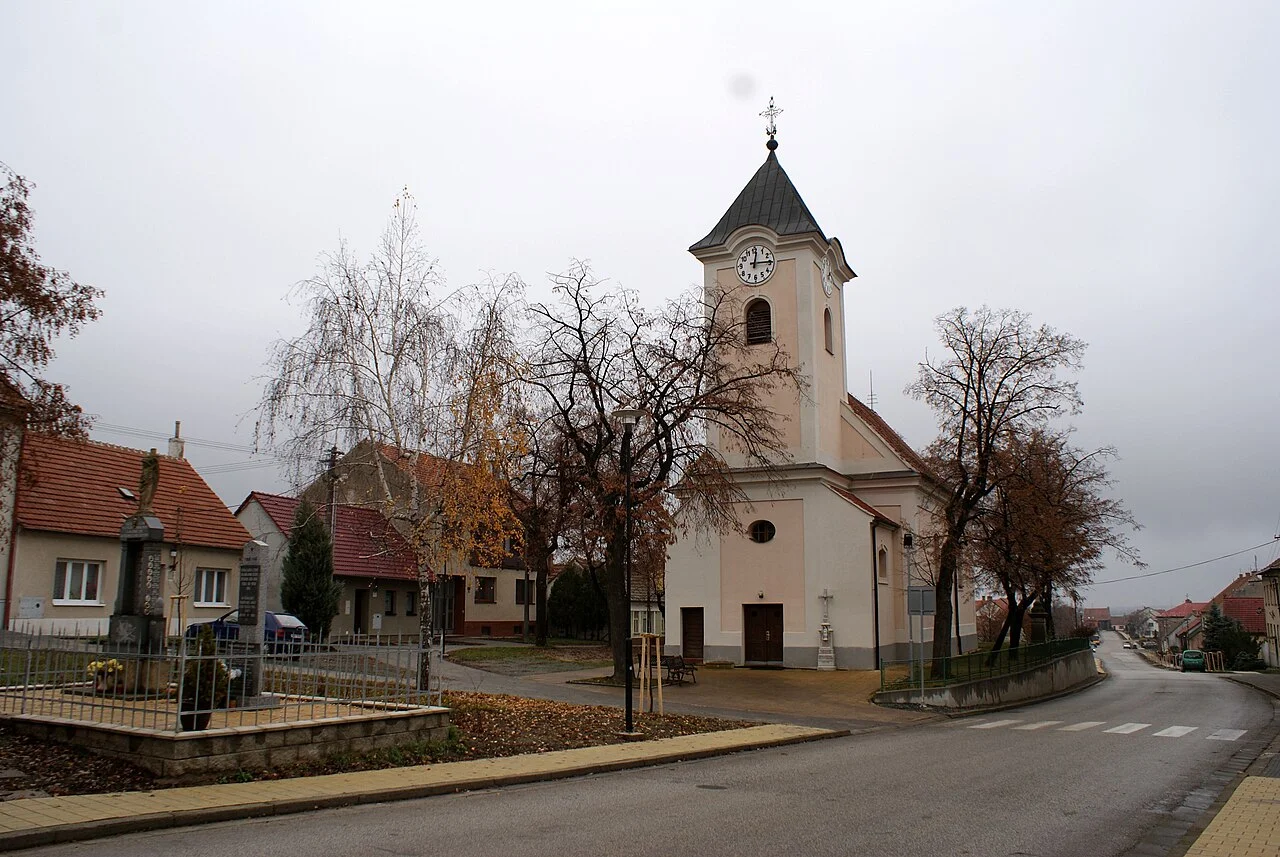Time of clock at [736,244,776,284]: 12:14
